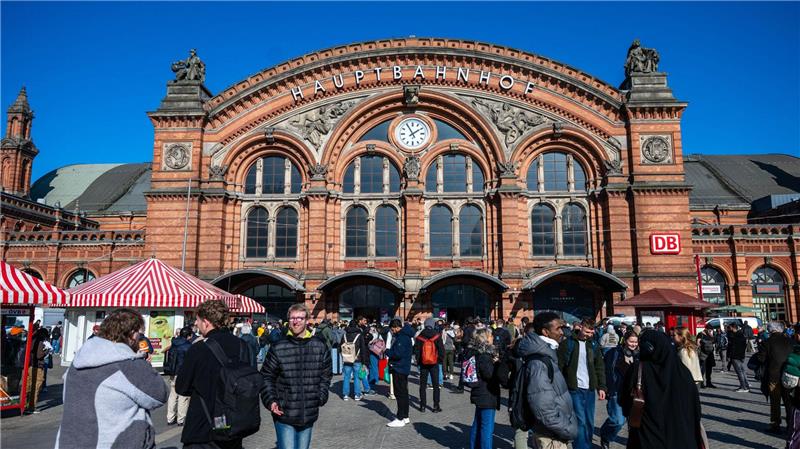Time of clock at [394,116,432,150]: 1:55
